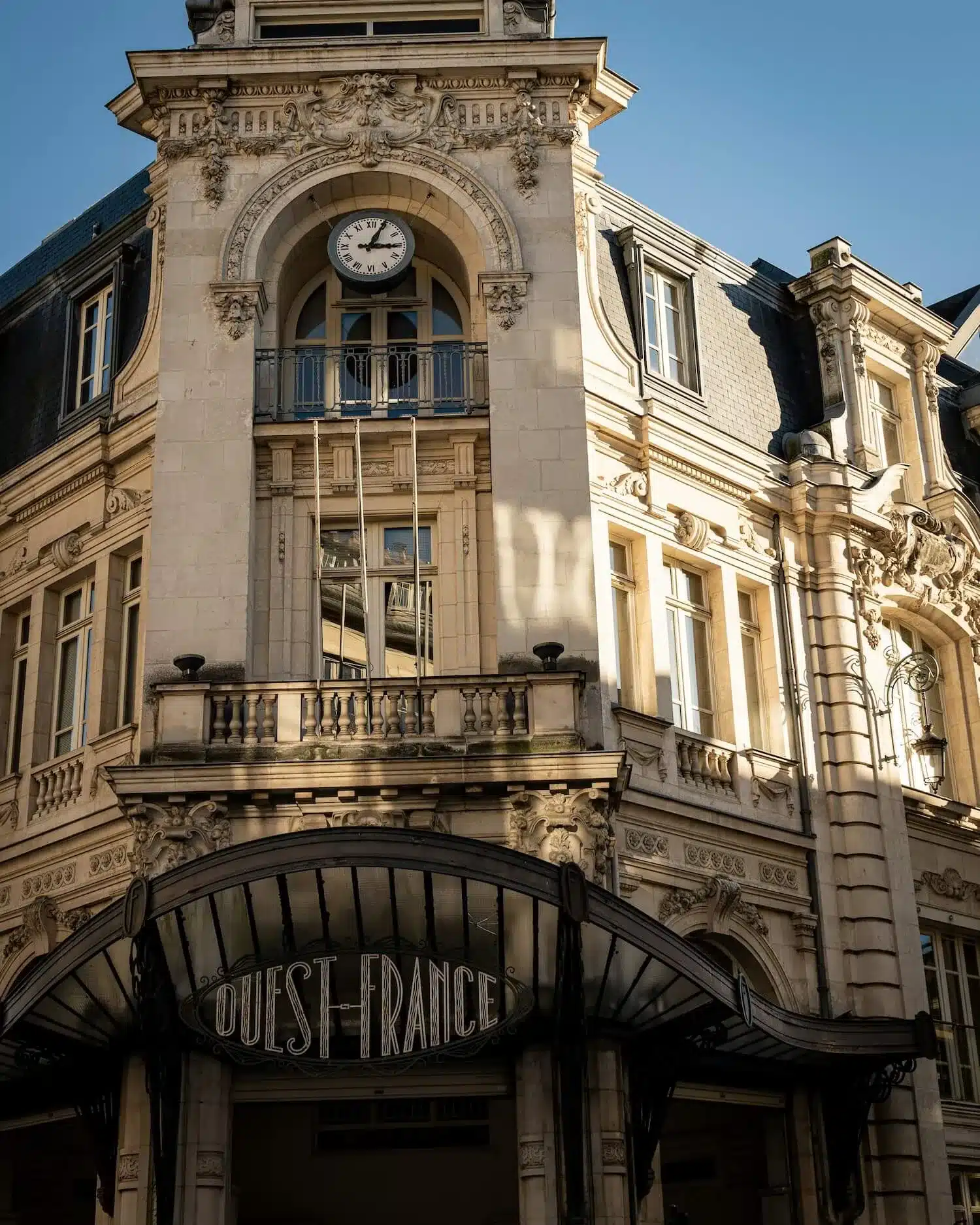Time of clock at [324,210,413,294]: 3:04
